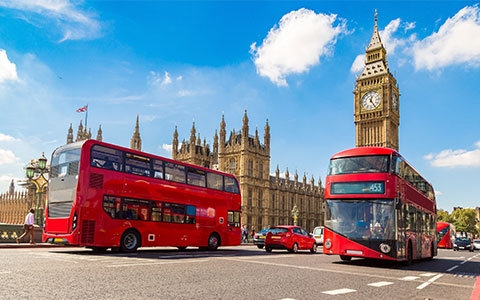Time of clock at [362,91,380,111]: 12:24
